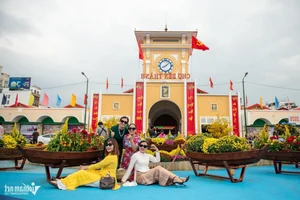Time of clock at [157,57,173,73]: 8:08
